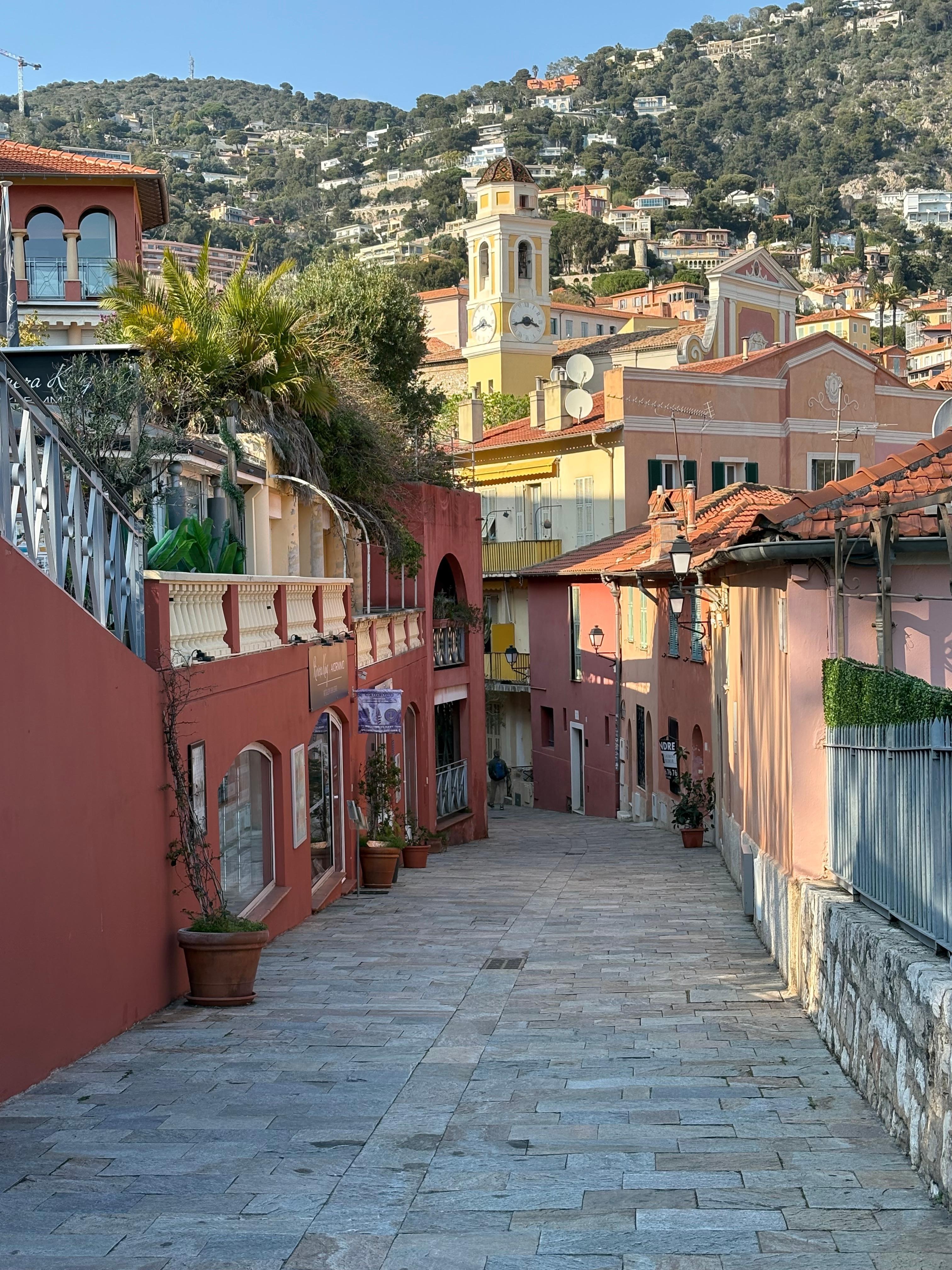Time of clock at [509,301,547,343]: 3:42
